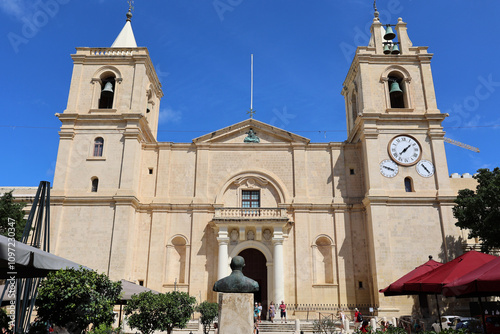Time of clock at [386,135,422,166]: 1:37
